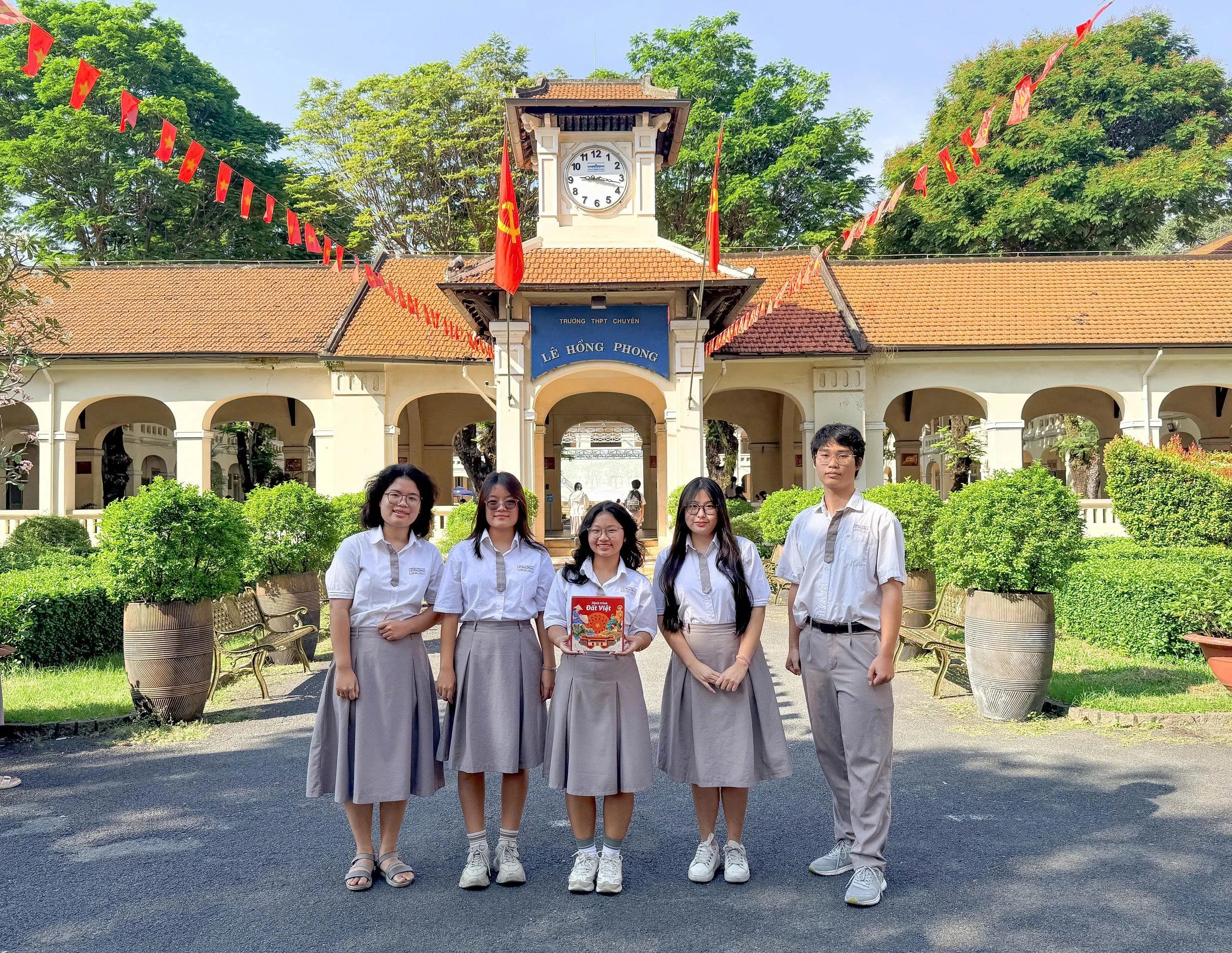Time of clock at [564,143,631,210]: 9:17
